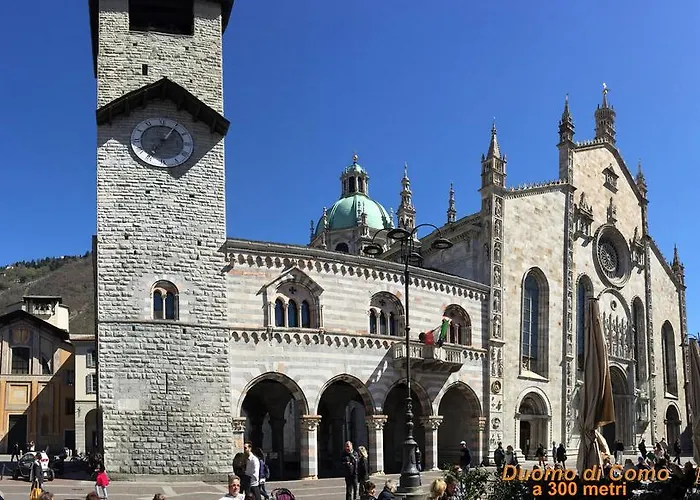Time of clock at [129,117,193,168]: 7:06
